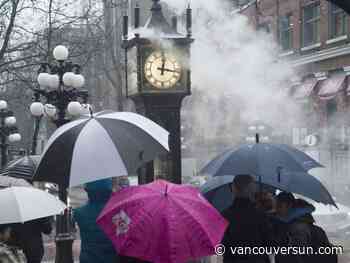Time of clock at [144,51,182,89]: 12:16
